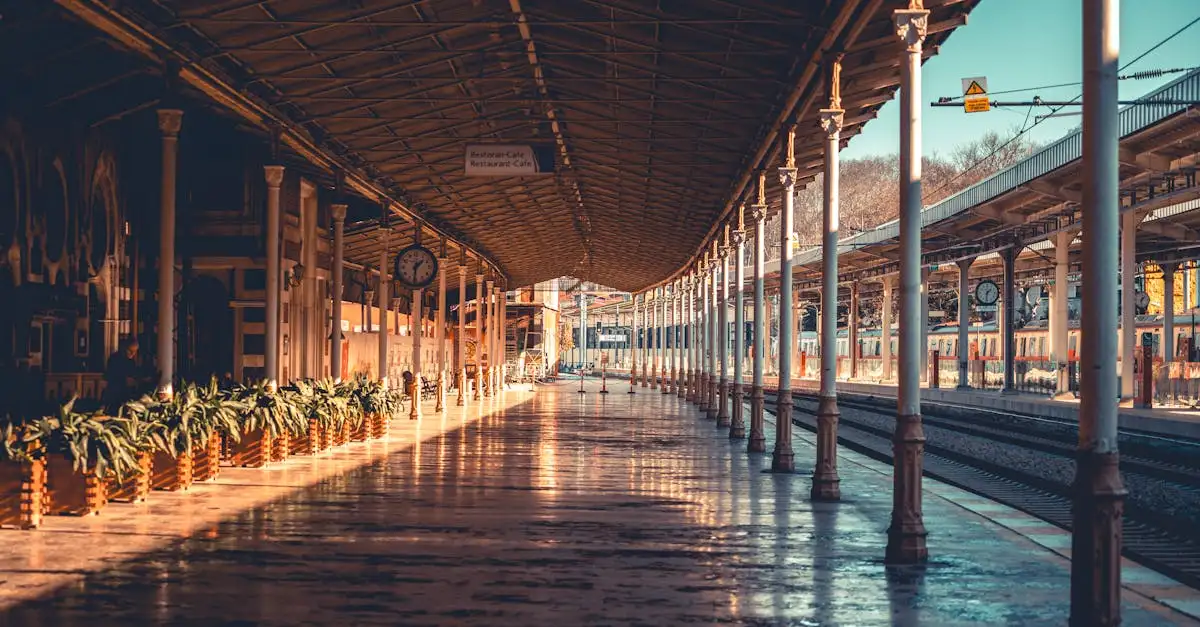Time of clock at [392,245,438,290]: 1:31
